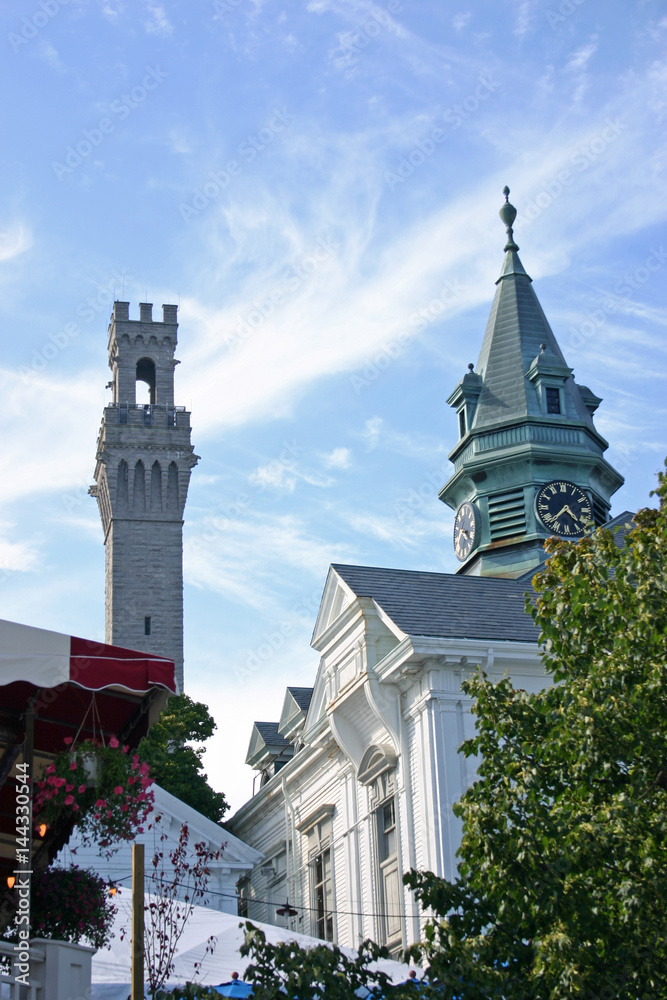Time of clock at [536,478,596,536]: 4:37
